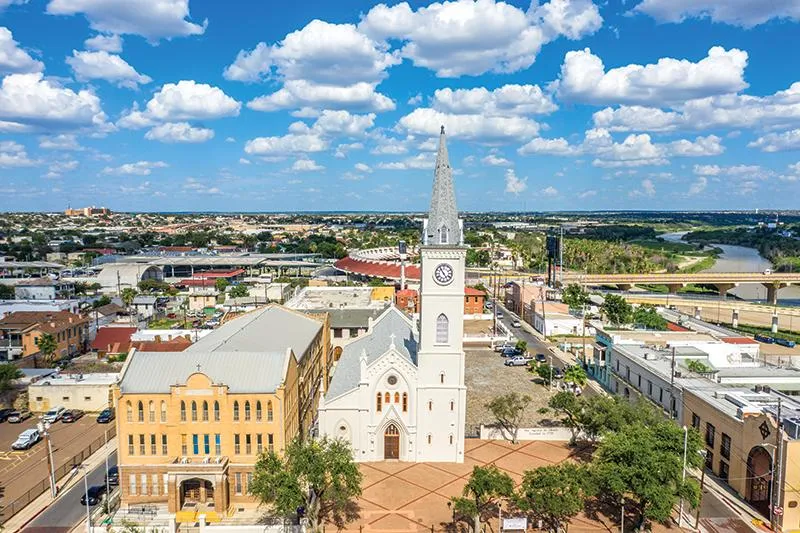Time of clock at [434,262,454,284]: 4:54
